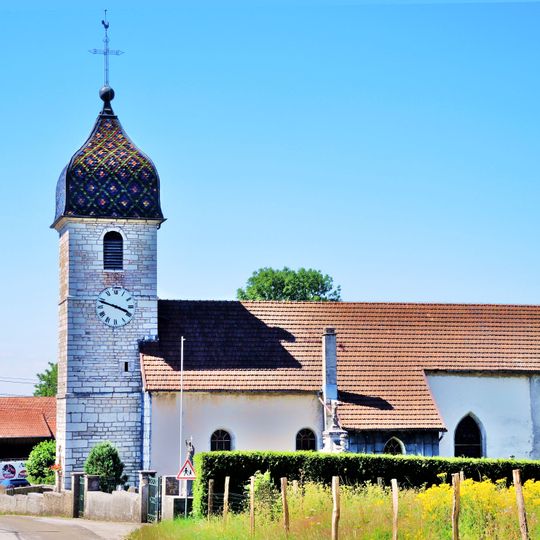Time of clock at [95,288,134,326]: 3:48
